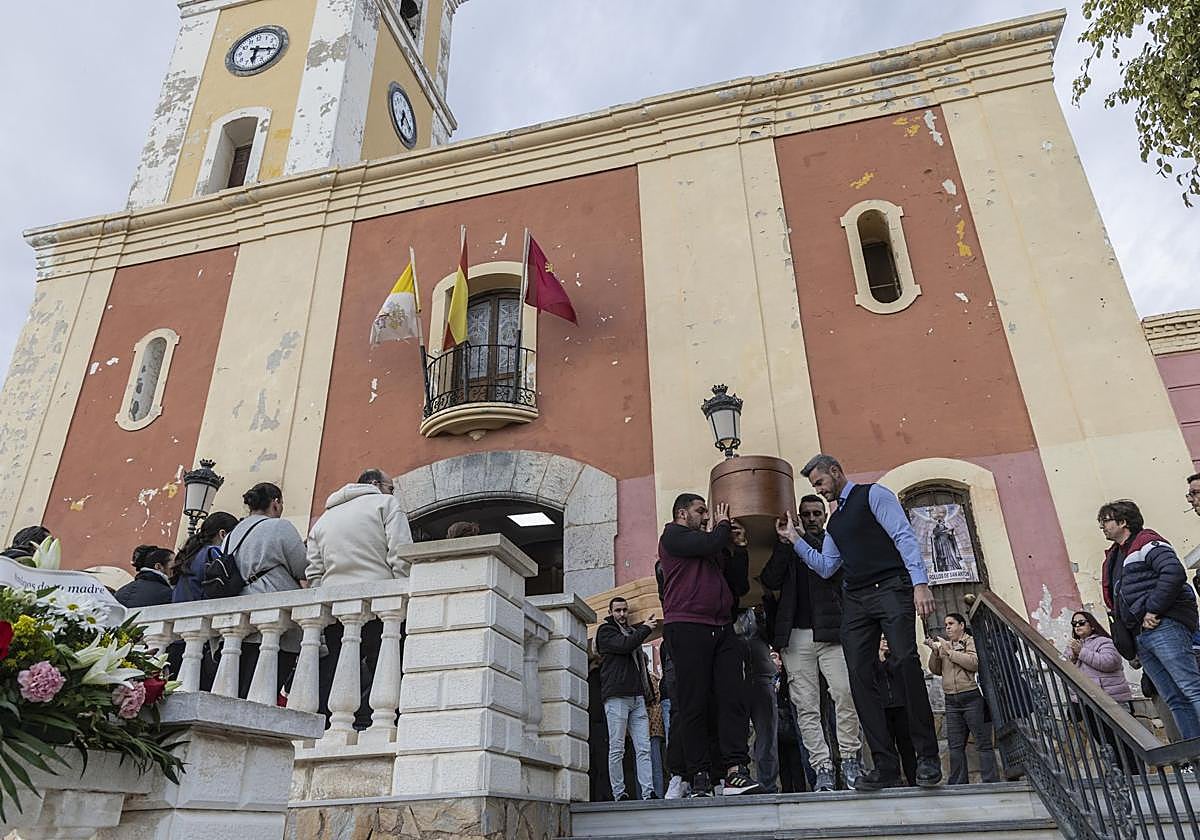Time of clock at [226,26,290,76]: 6:17
